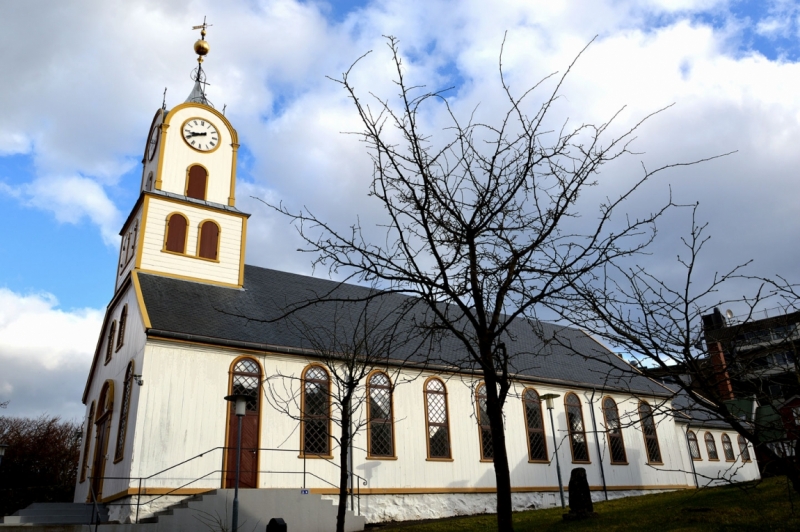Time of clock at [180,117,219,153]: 8:40
